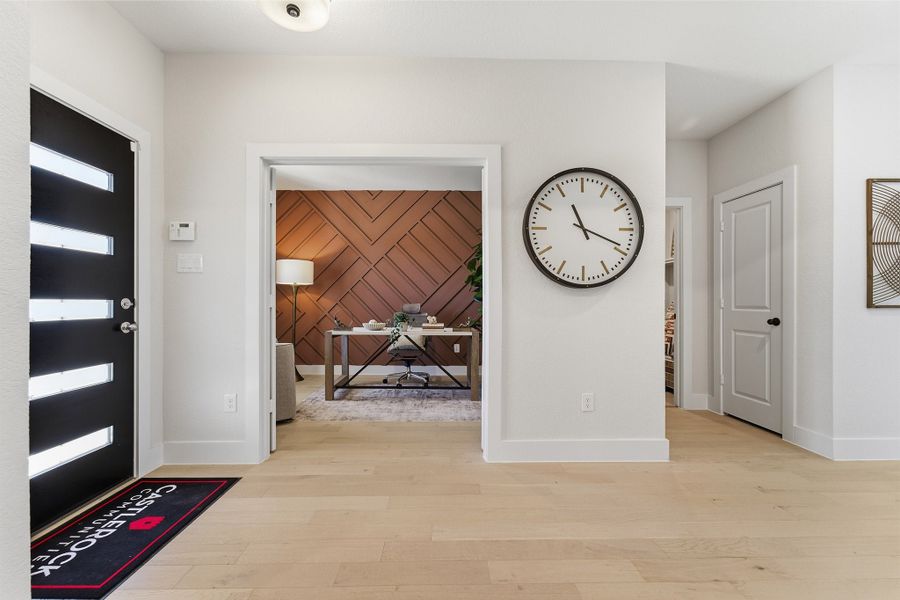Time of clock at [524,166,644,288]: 11:18
